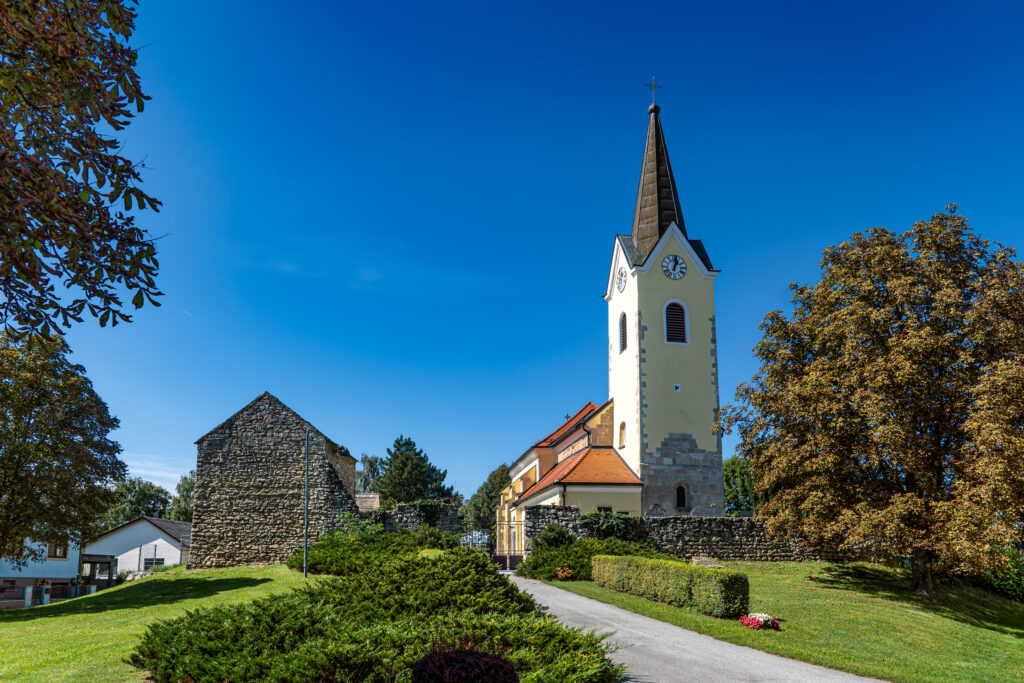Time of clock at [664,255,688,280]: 1:02
